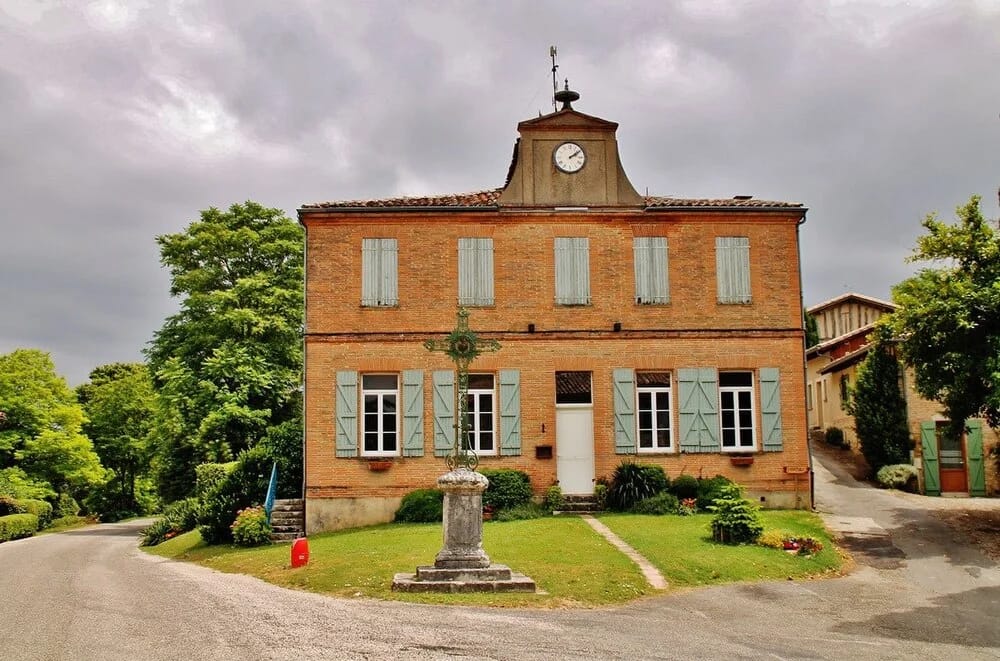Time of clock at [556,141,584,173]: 2:09
